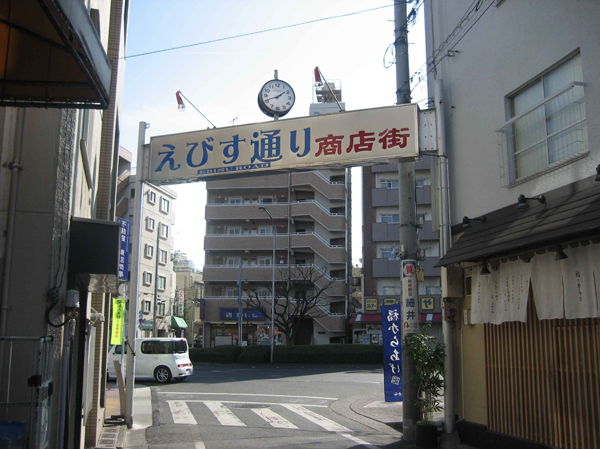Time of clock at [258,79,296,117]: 1:41
